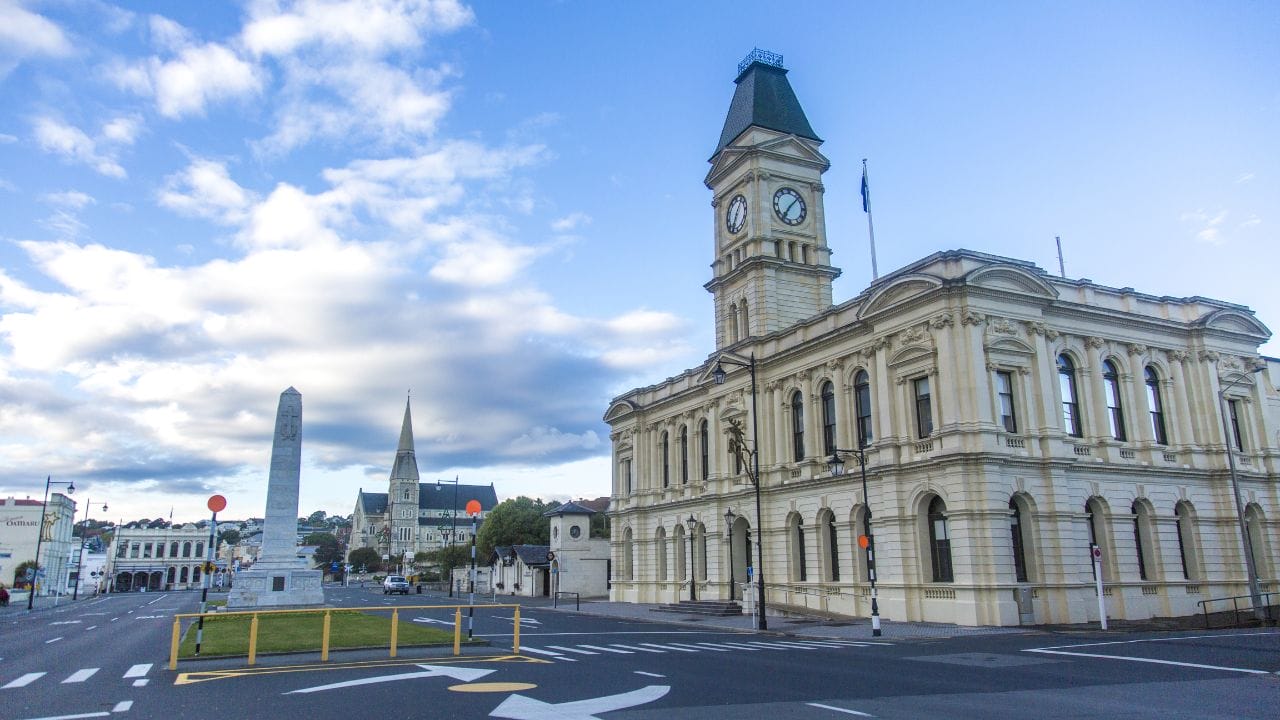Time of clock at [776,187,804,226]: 7:07
